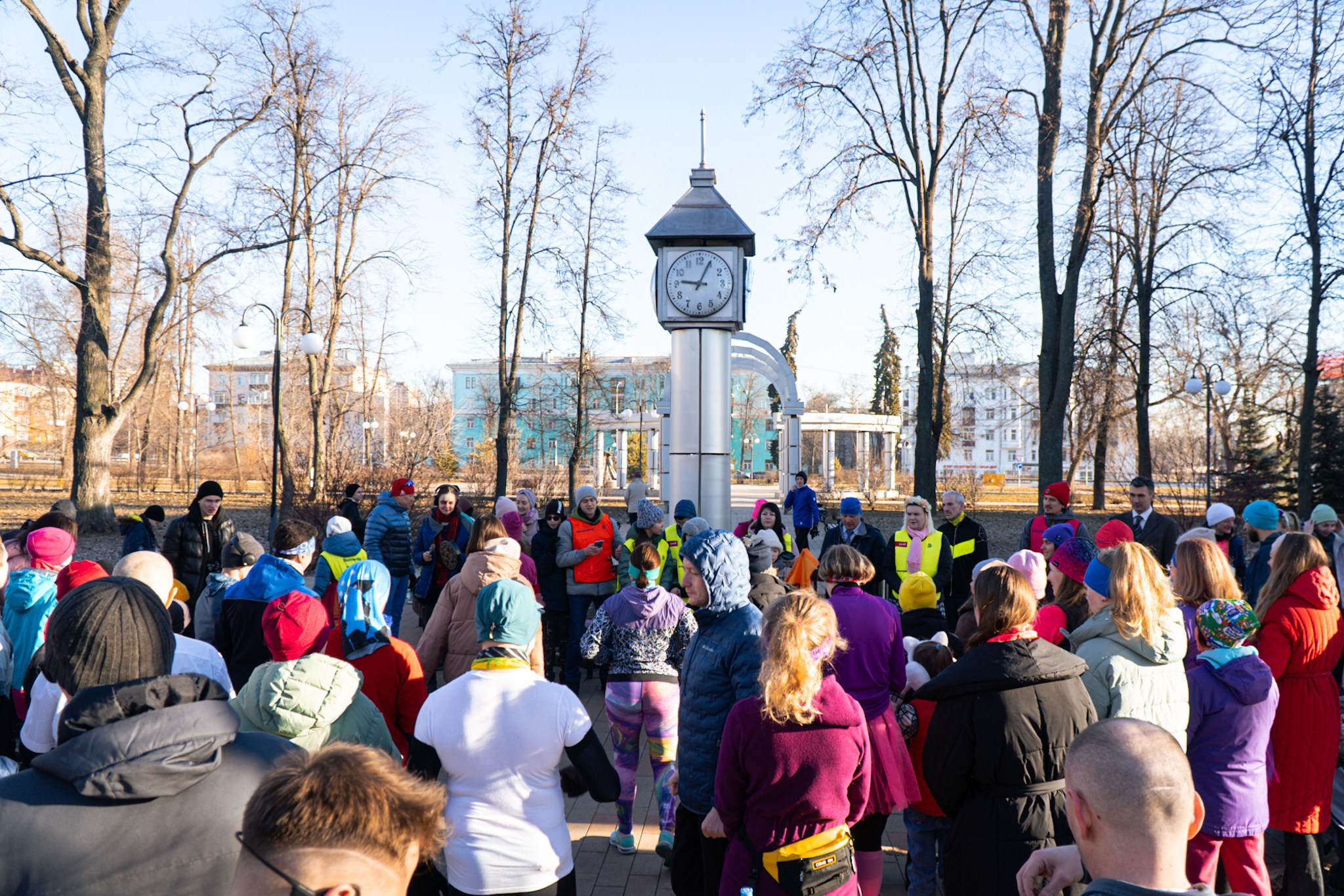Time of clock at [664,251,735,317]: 9:04
